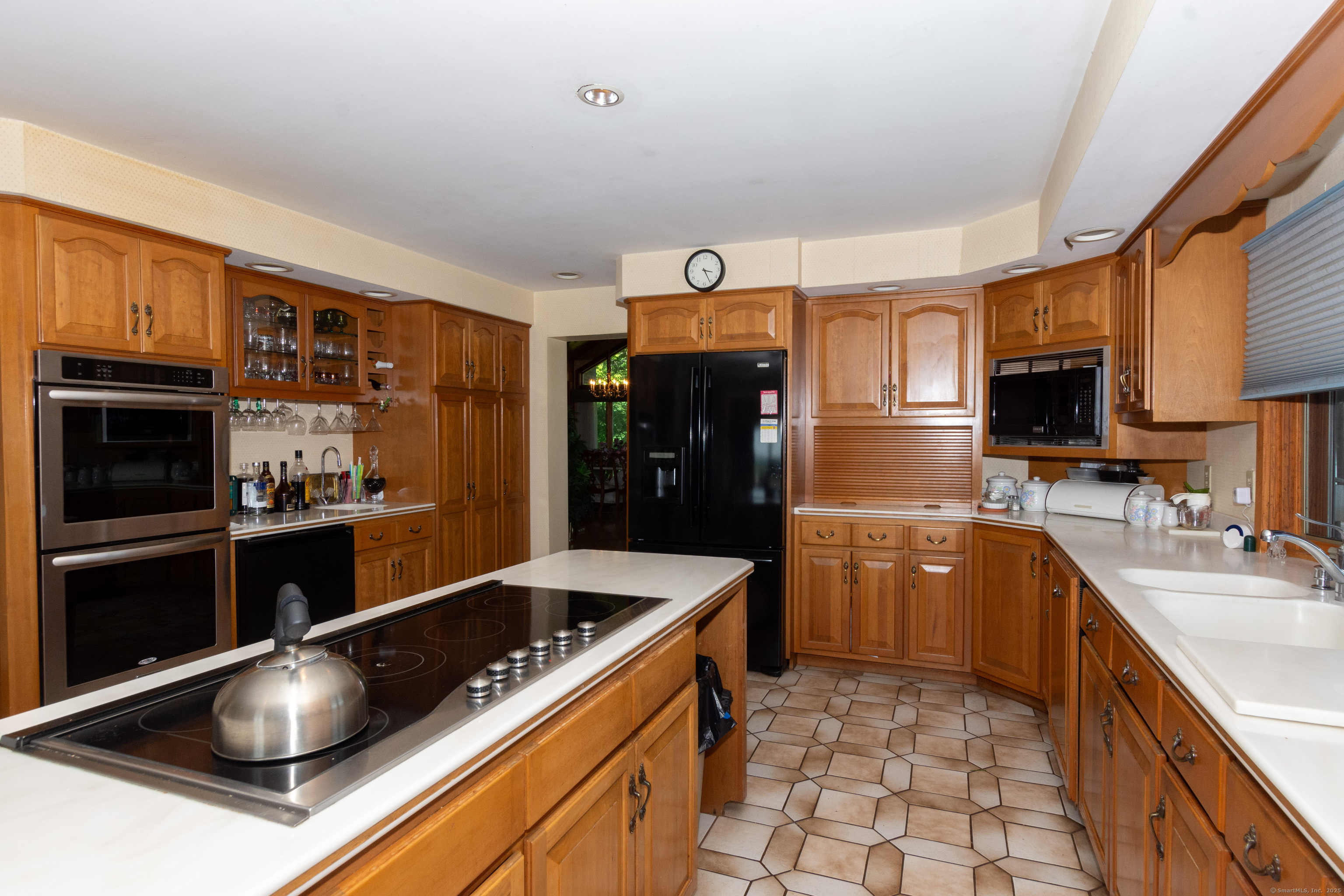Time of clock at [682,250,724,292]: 3:25
